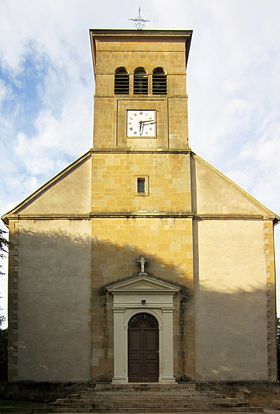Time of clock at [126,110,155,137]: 6:13
